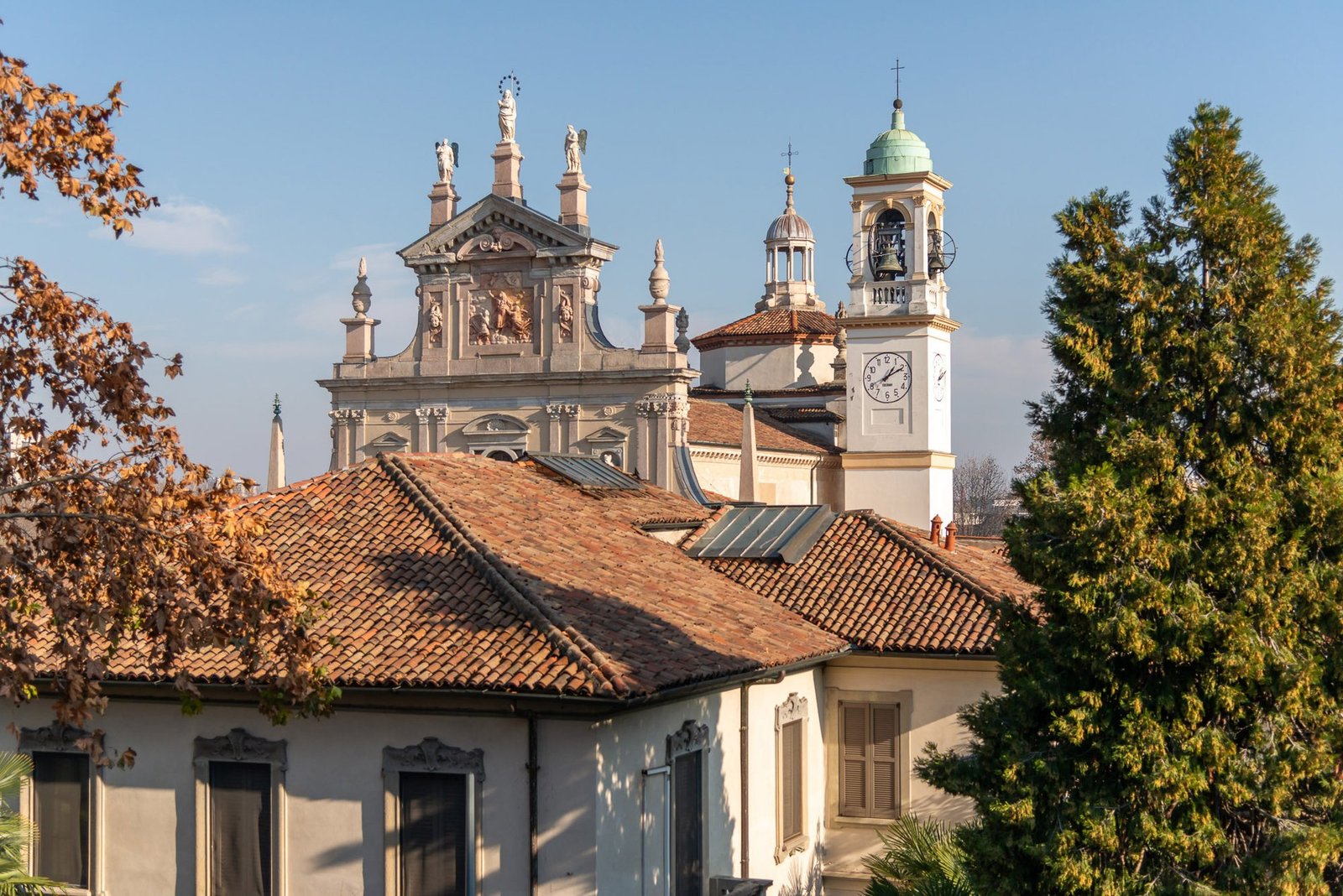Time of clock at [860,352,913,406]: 1:10
